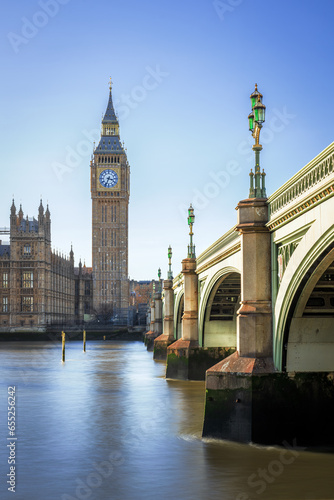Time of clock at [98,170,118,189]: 3:33
